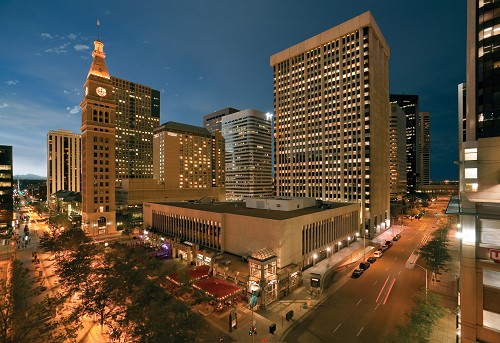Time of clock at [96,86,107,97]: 9:01
